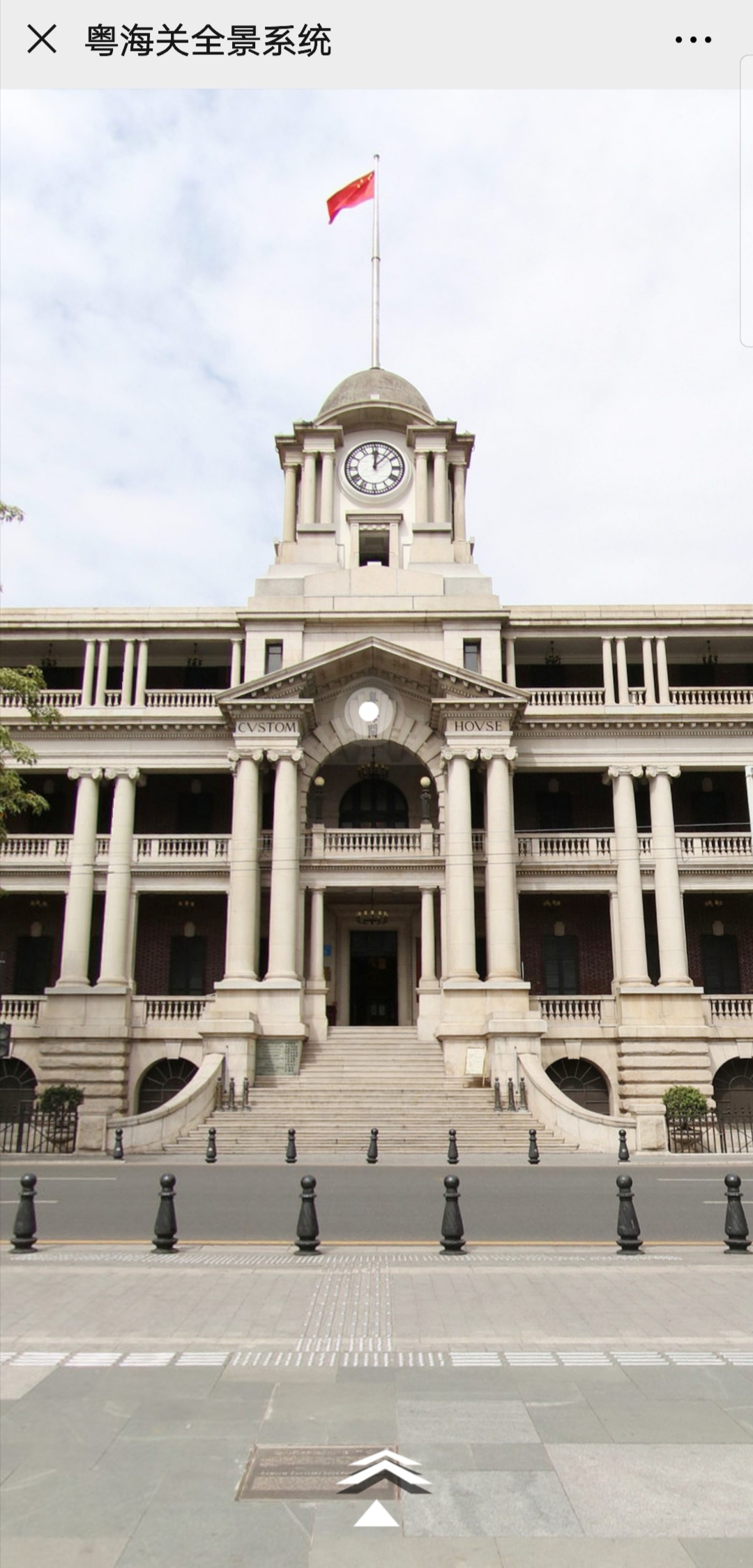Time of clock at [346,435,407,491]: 12:07
